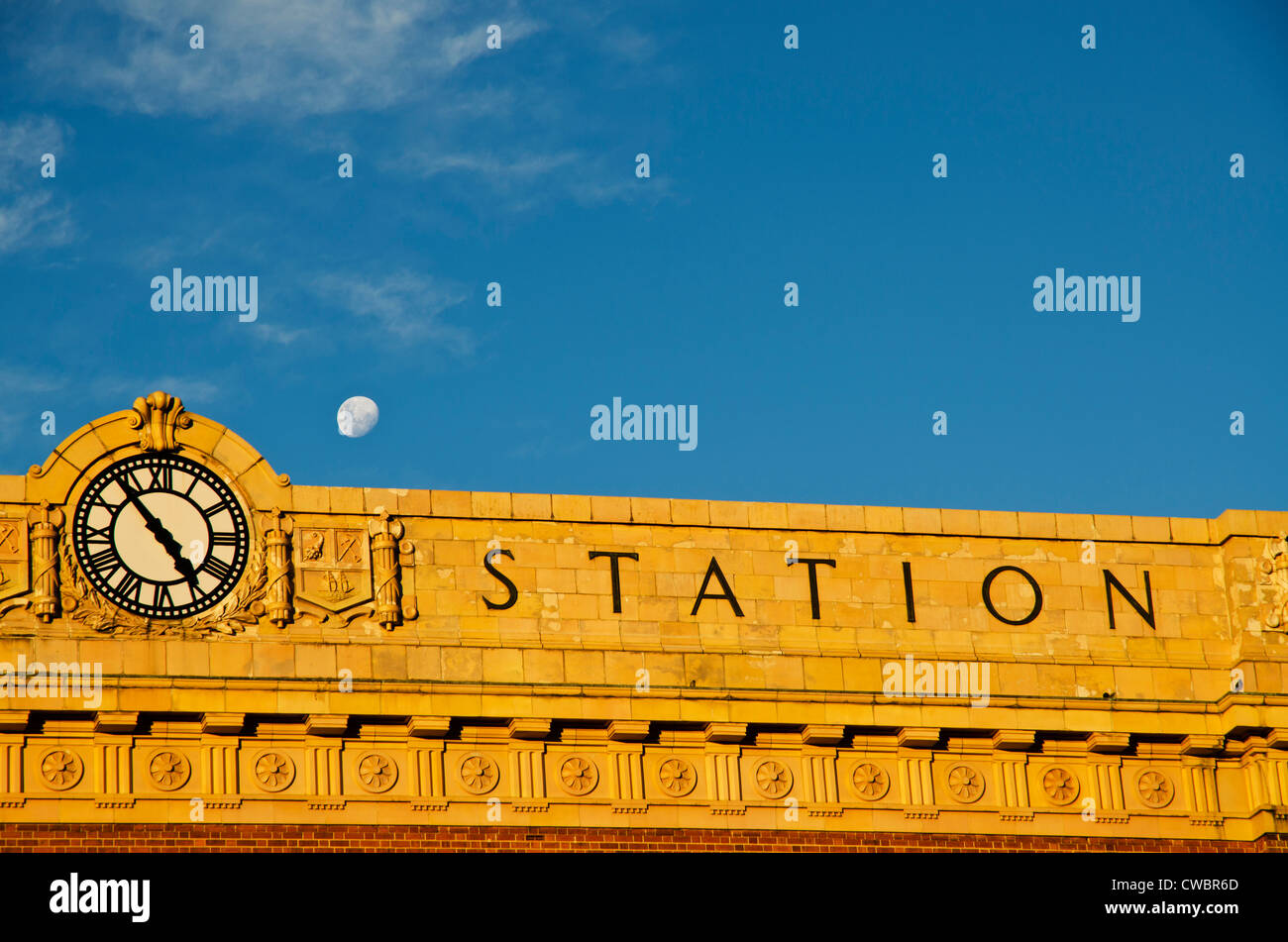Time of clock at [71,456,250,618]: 4:53
